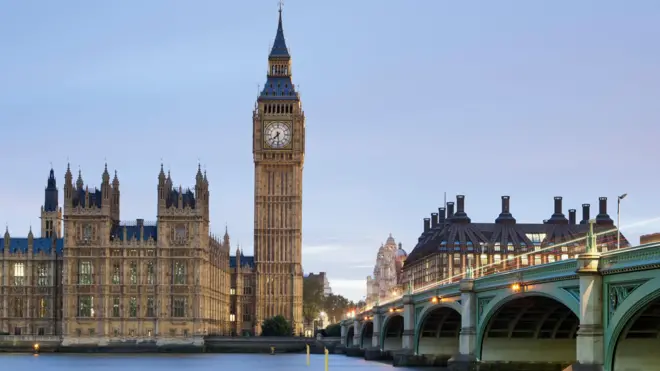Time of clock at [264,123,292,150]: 7:28
